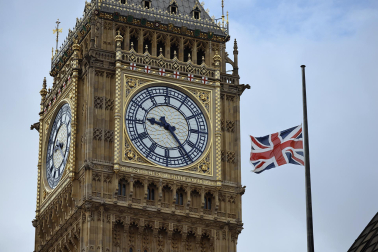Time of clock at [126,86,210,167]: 9:23
